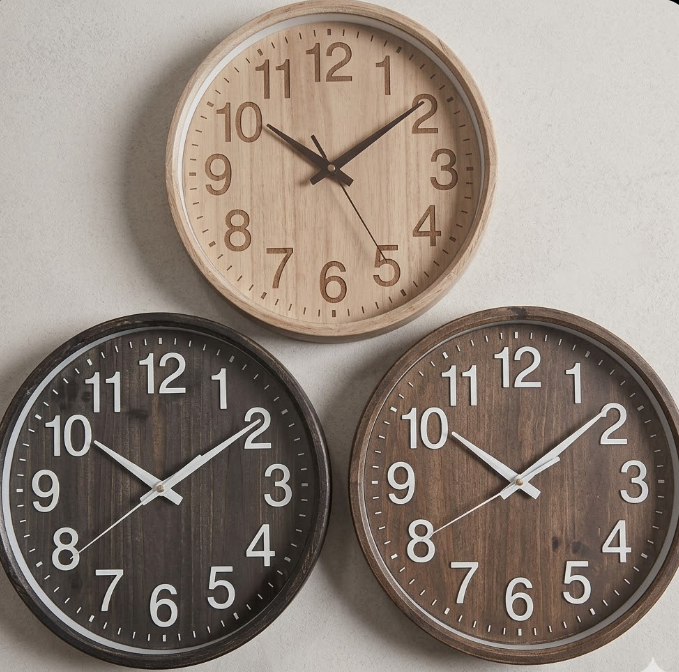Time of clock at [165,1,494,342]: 10:09
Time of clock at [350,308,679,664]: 10:08
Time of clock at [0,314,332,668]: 10:09
